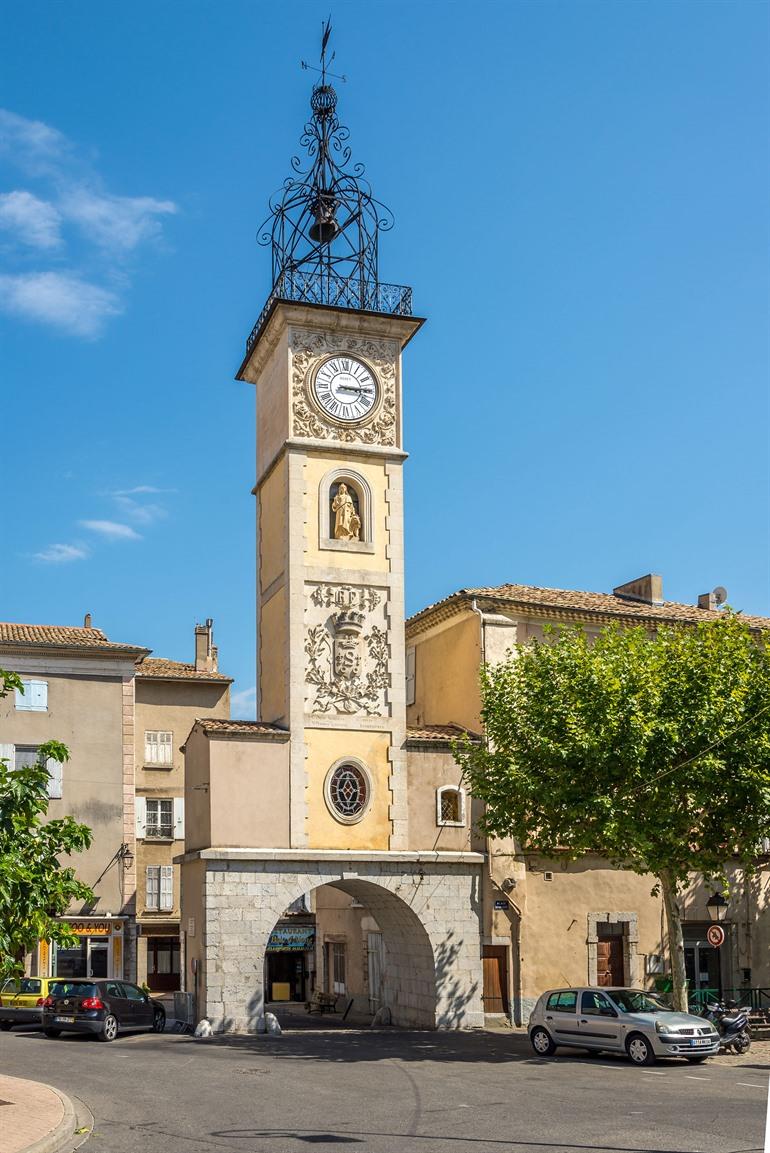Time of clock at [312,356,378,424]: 3:14
